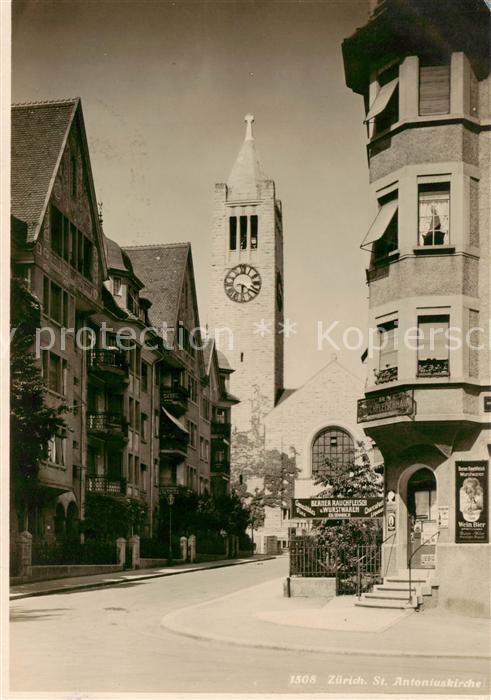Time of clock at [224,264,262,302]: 6:20
